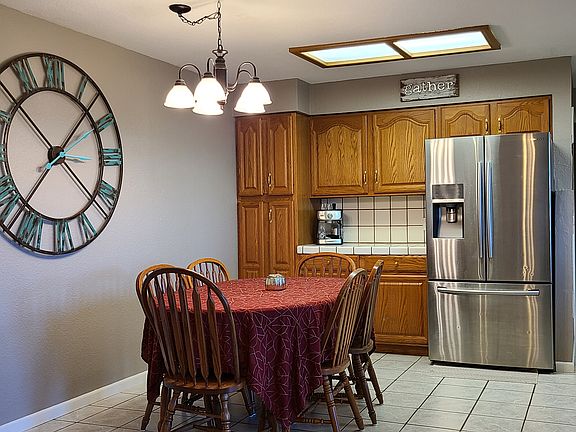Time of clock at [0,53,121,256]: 7:07
